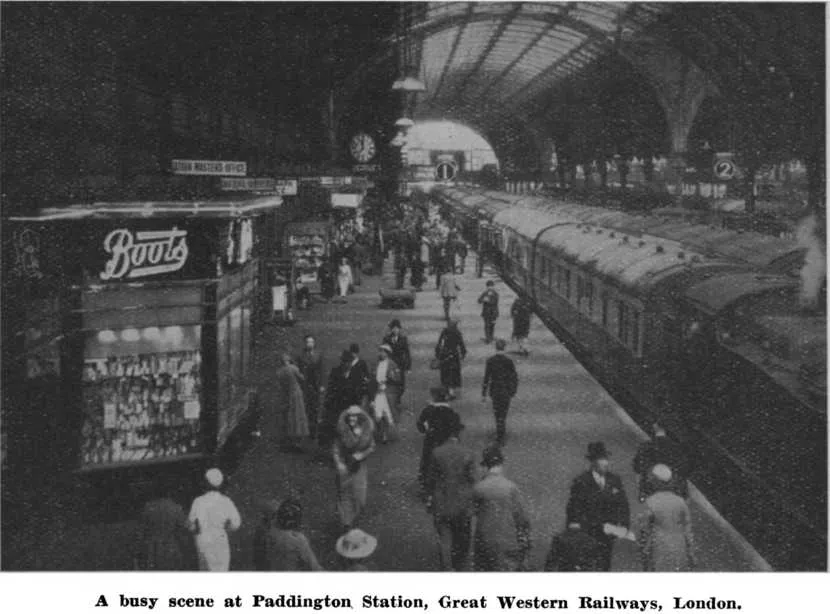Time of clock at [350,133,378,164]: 11:37
